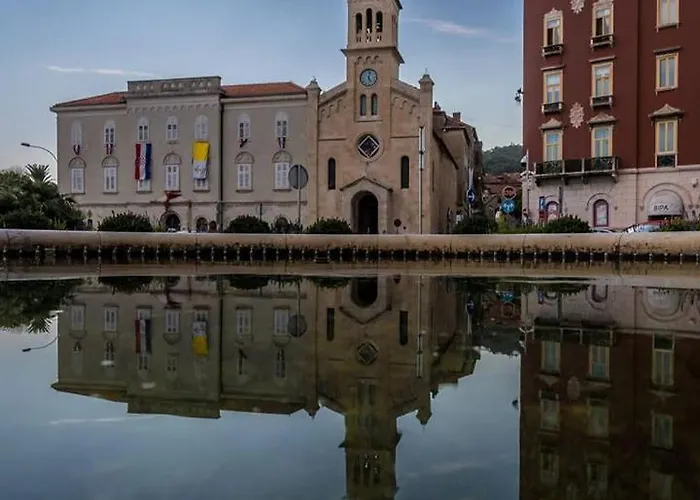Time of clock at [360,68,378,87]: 5:02
